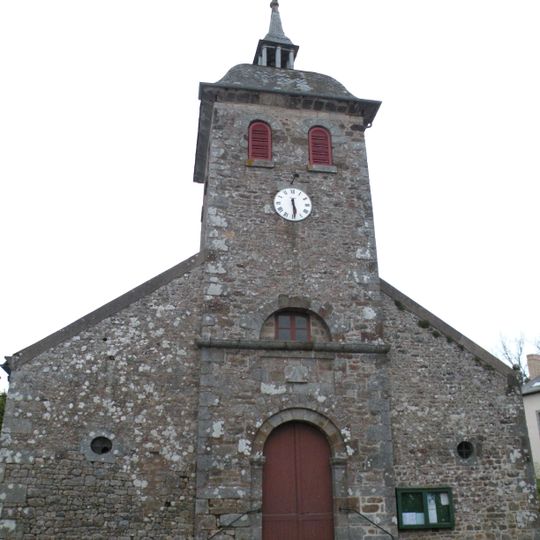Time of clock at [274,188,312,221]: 5:29
